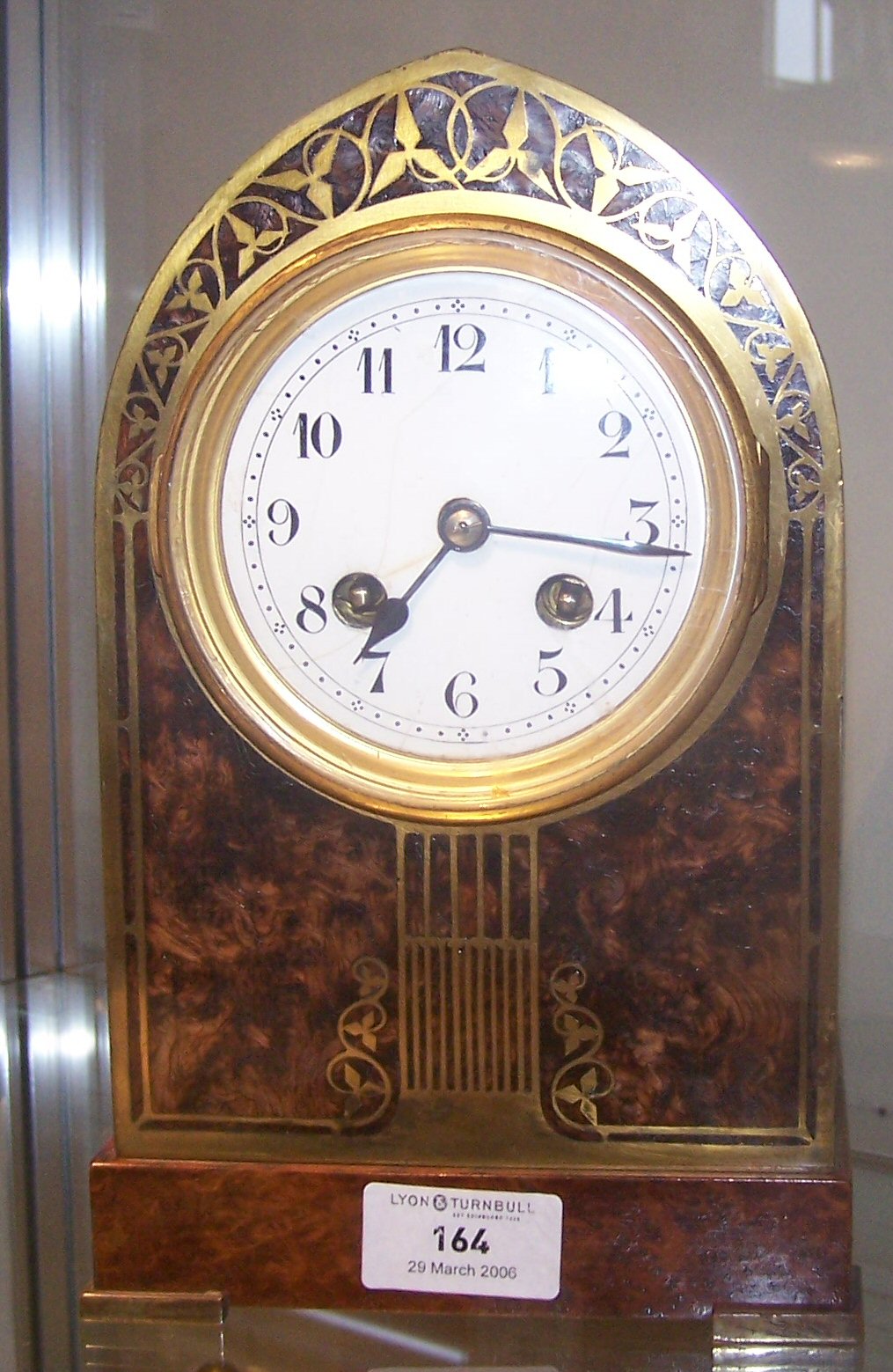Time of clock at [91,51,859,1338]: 7:16
